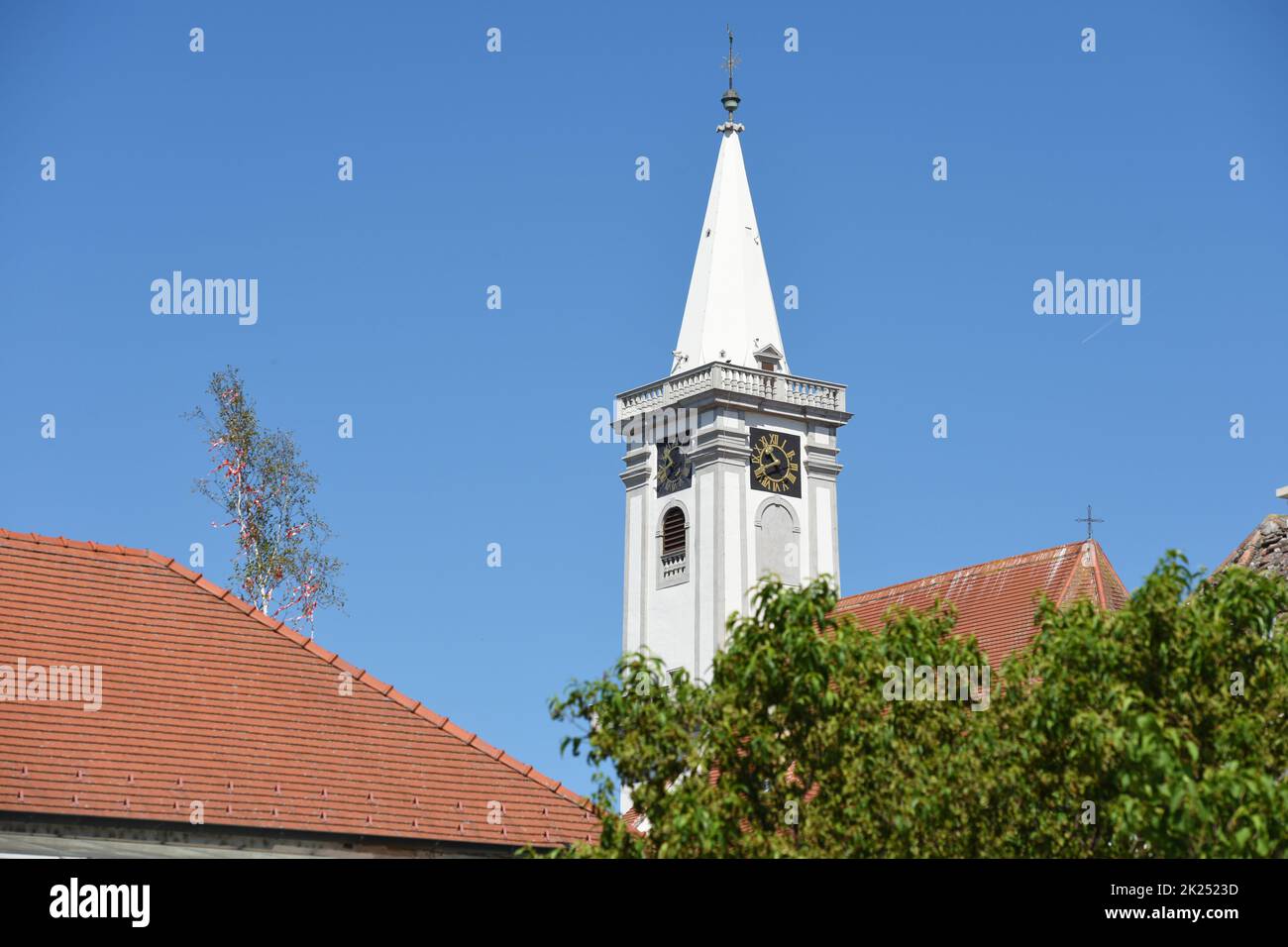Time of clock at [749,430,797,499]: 10:40
